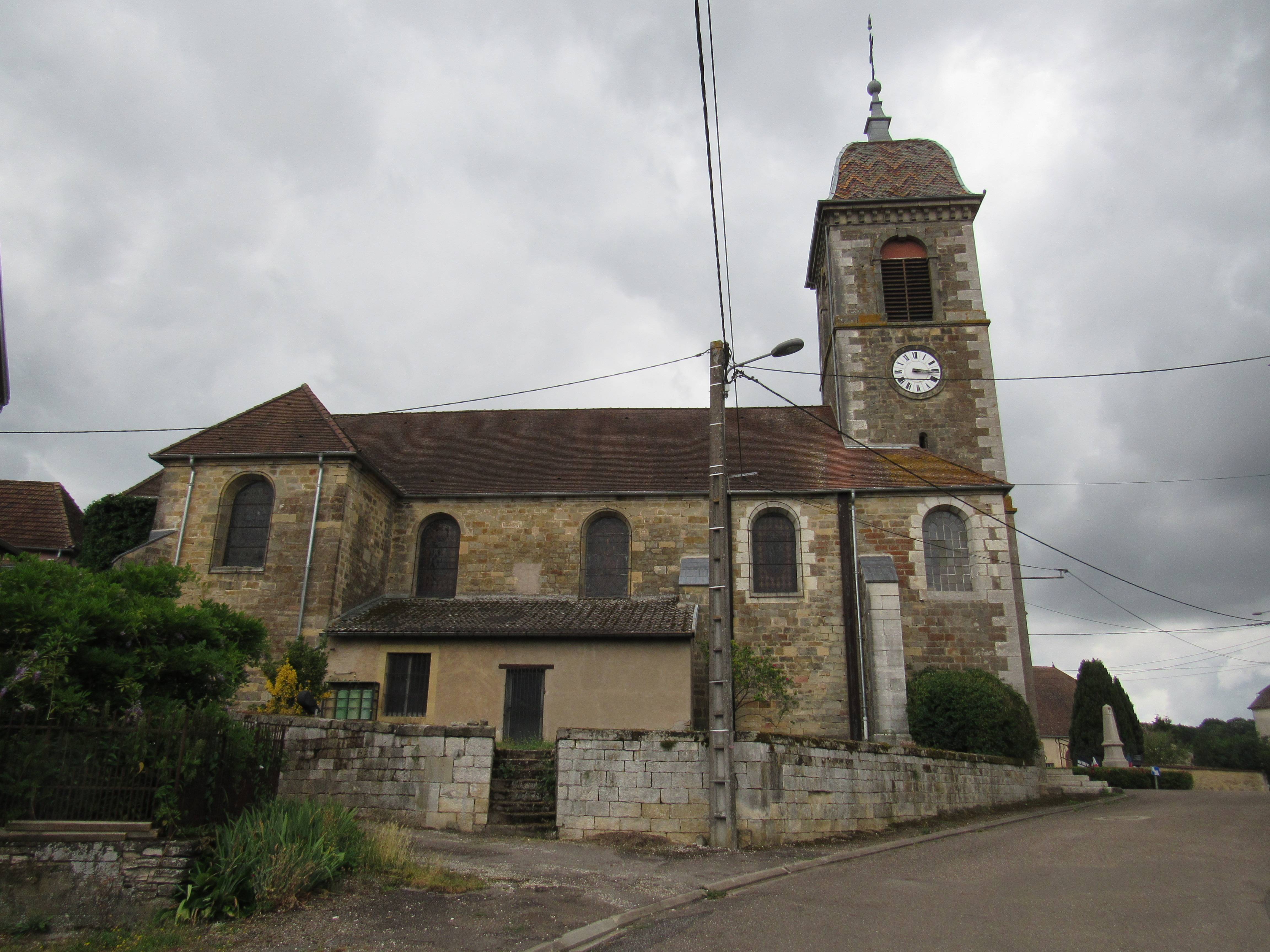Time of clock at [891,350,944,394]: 3:16
